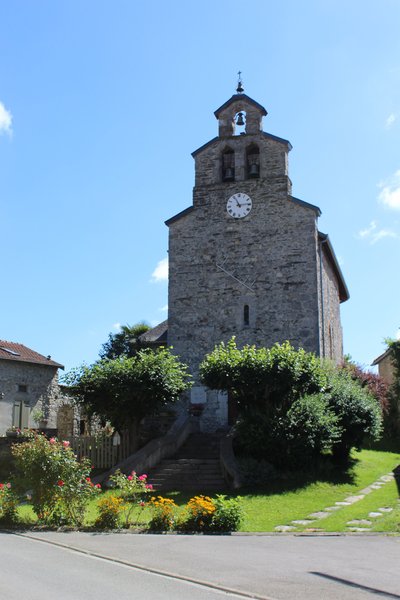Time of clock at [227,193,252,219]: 11:14
